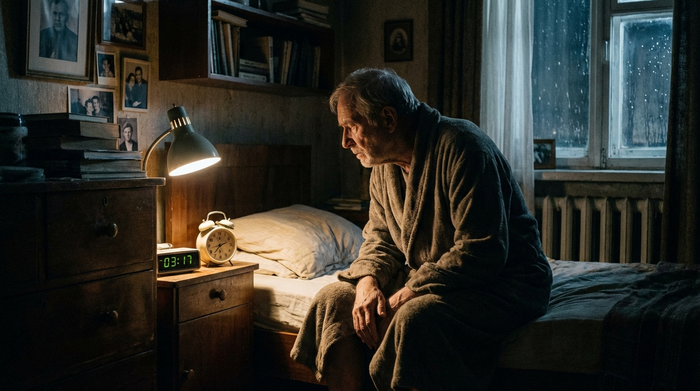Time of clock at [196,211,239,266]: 7:12
